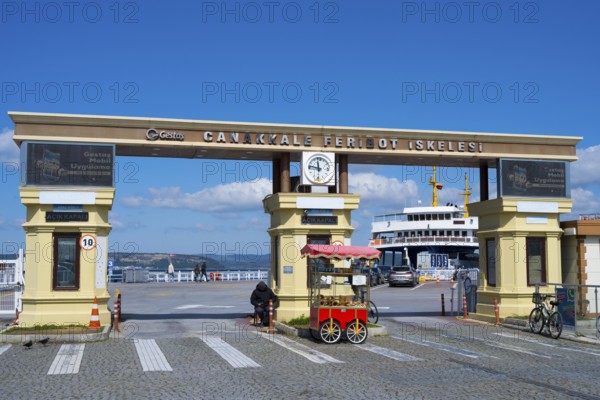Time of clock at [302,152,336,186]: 11:46
